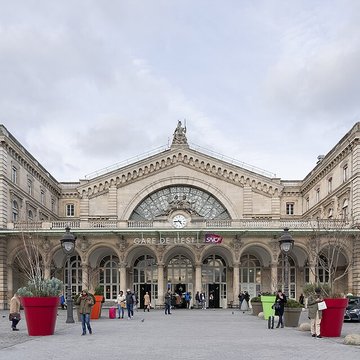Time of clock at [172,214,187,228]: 4:44
